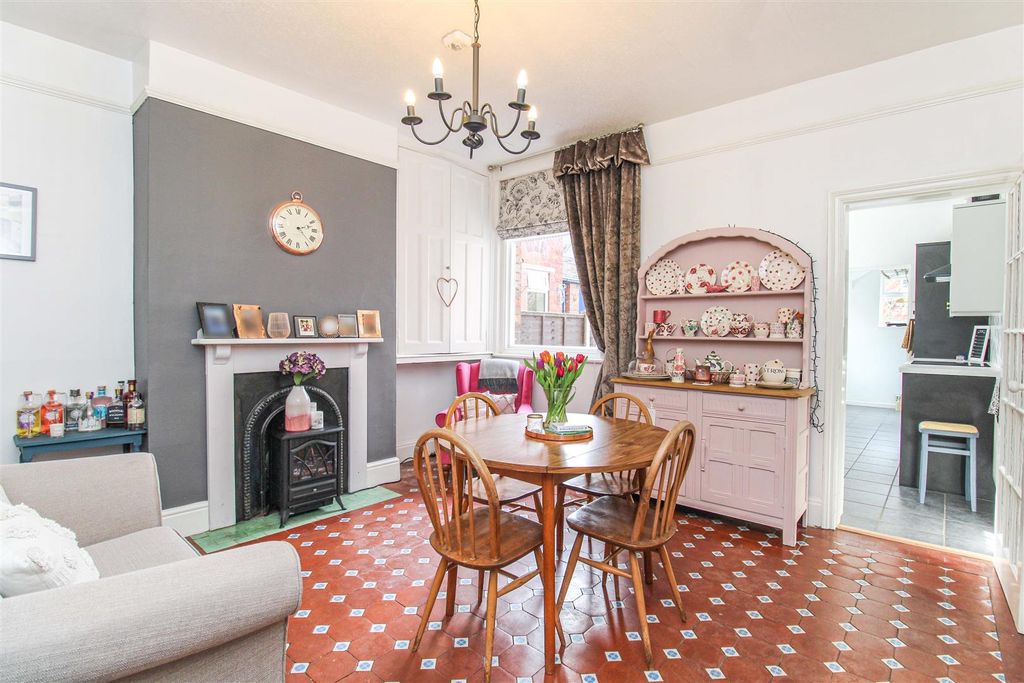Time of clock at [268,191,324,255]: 2:22
